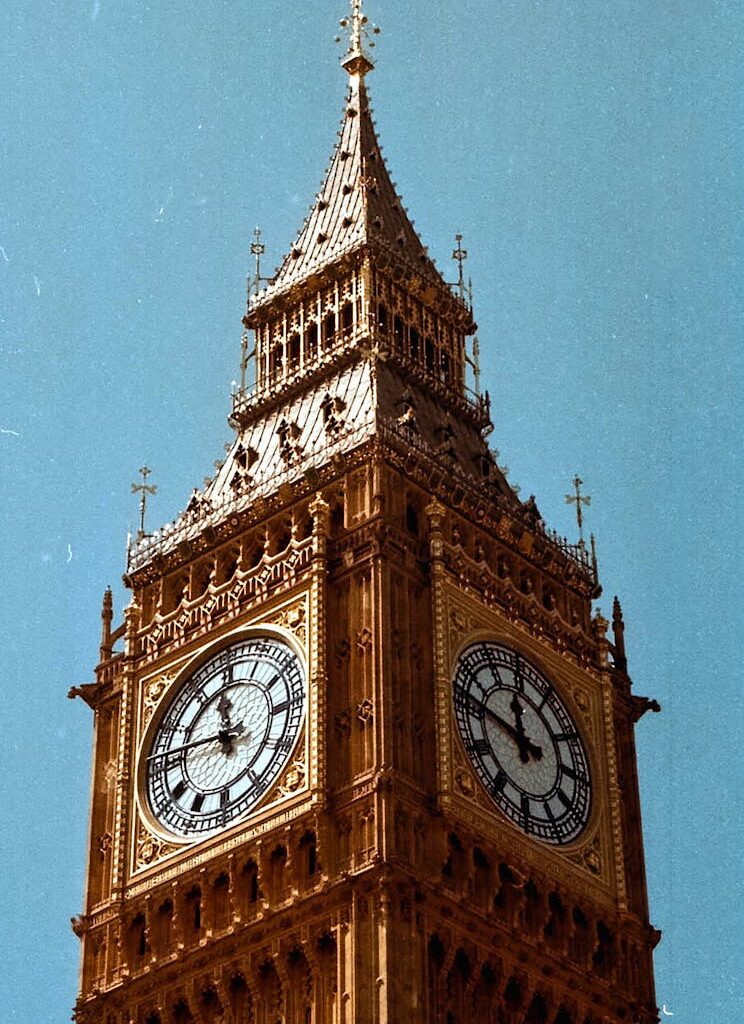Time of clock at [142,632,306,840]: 11:46
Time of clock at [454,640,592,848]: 11:46
